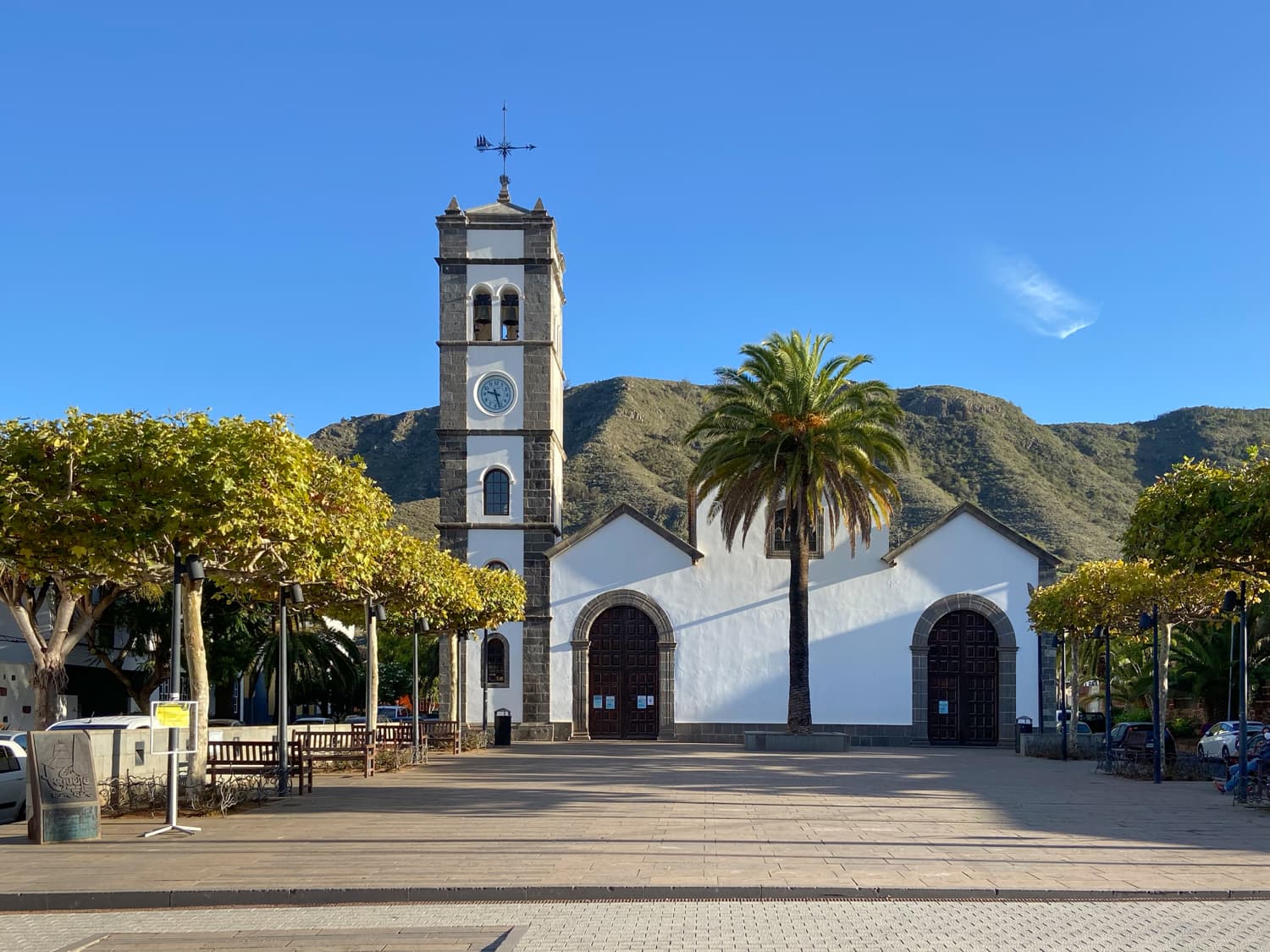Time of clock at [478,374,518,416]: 9:27
